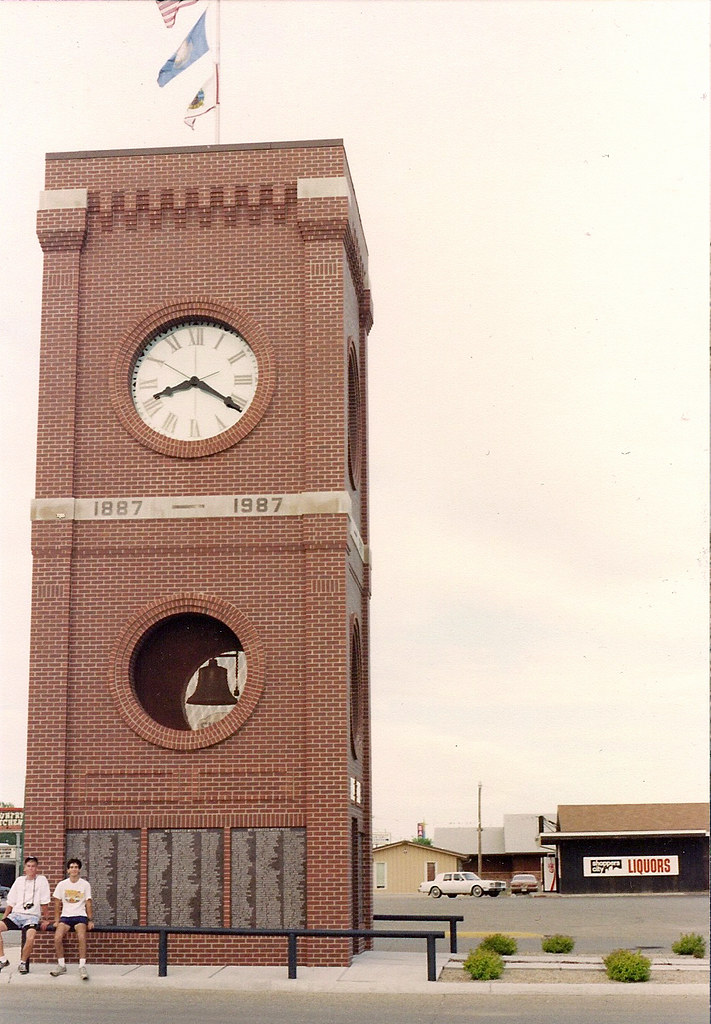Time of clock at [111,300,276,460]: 8:20
